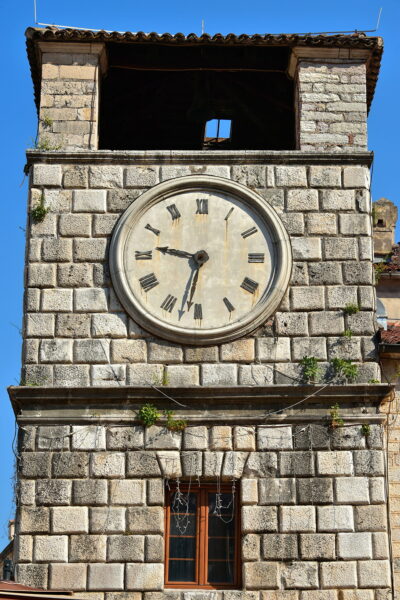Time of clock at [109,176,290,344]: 9:32
